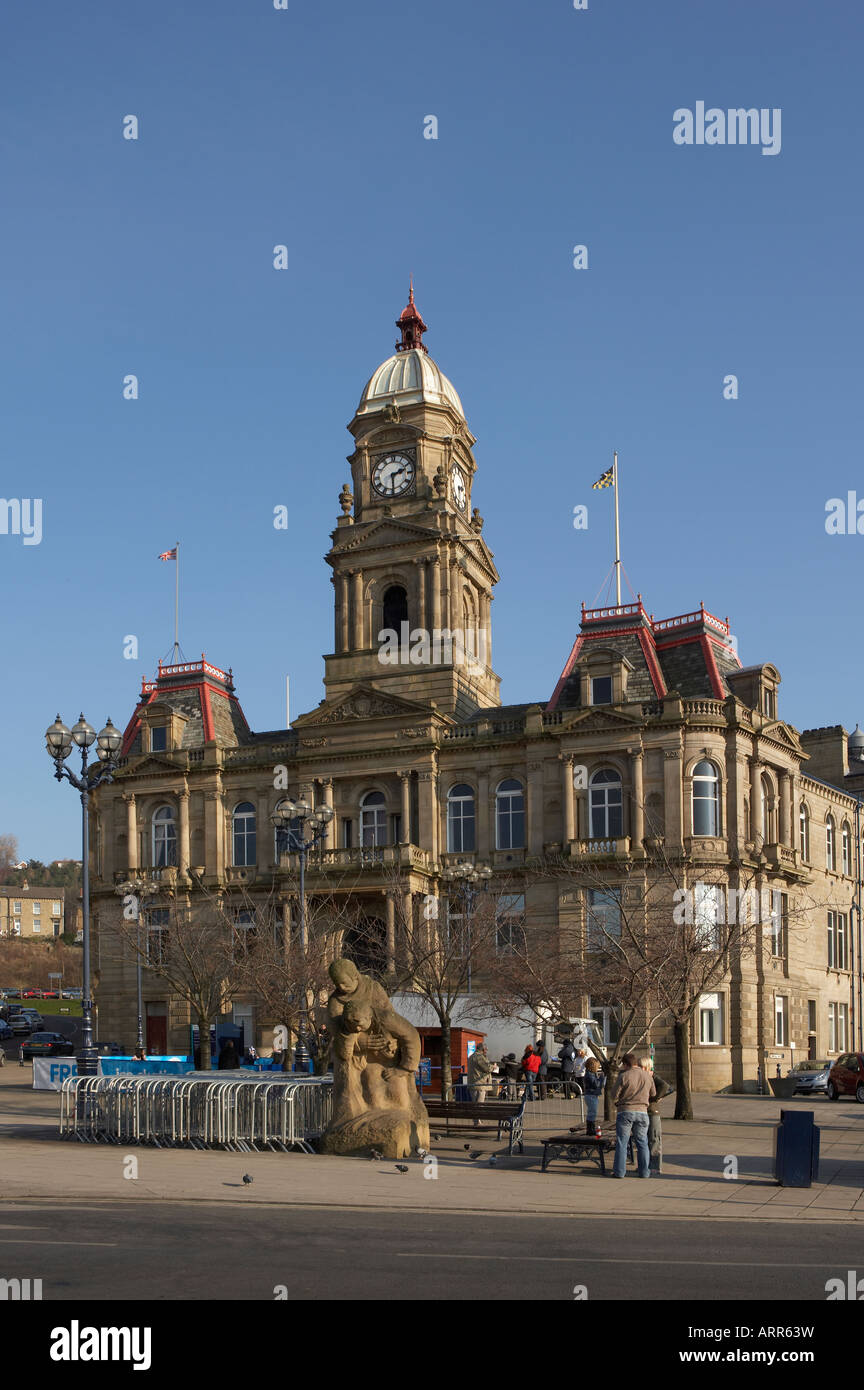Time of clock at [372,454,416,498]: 2:29
